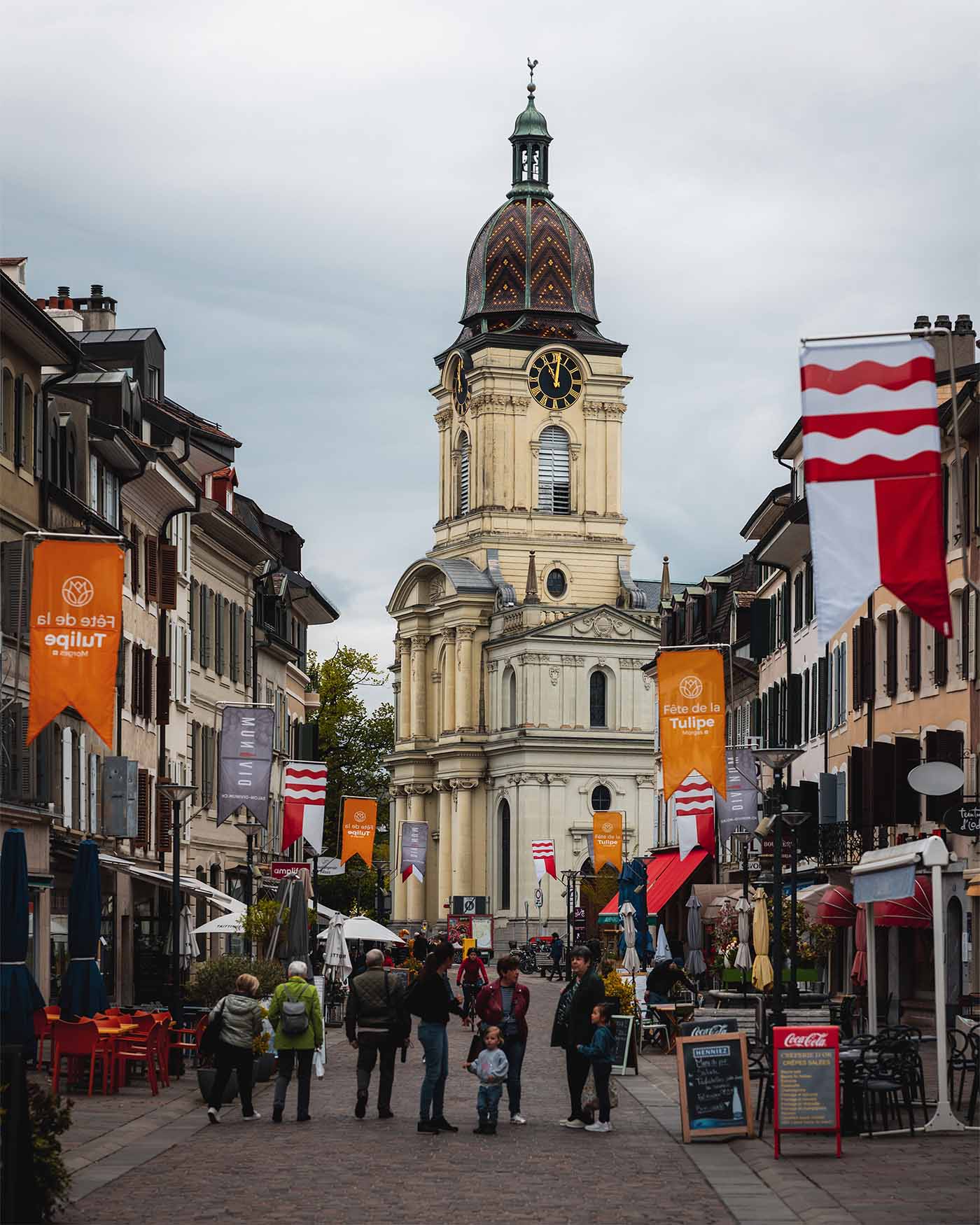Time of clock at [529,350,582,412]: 11:01
